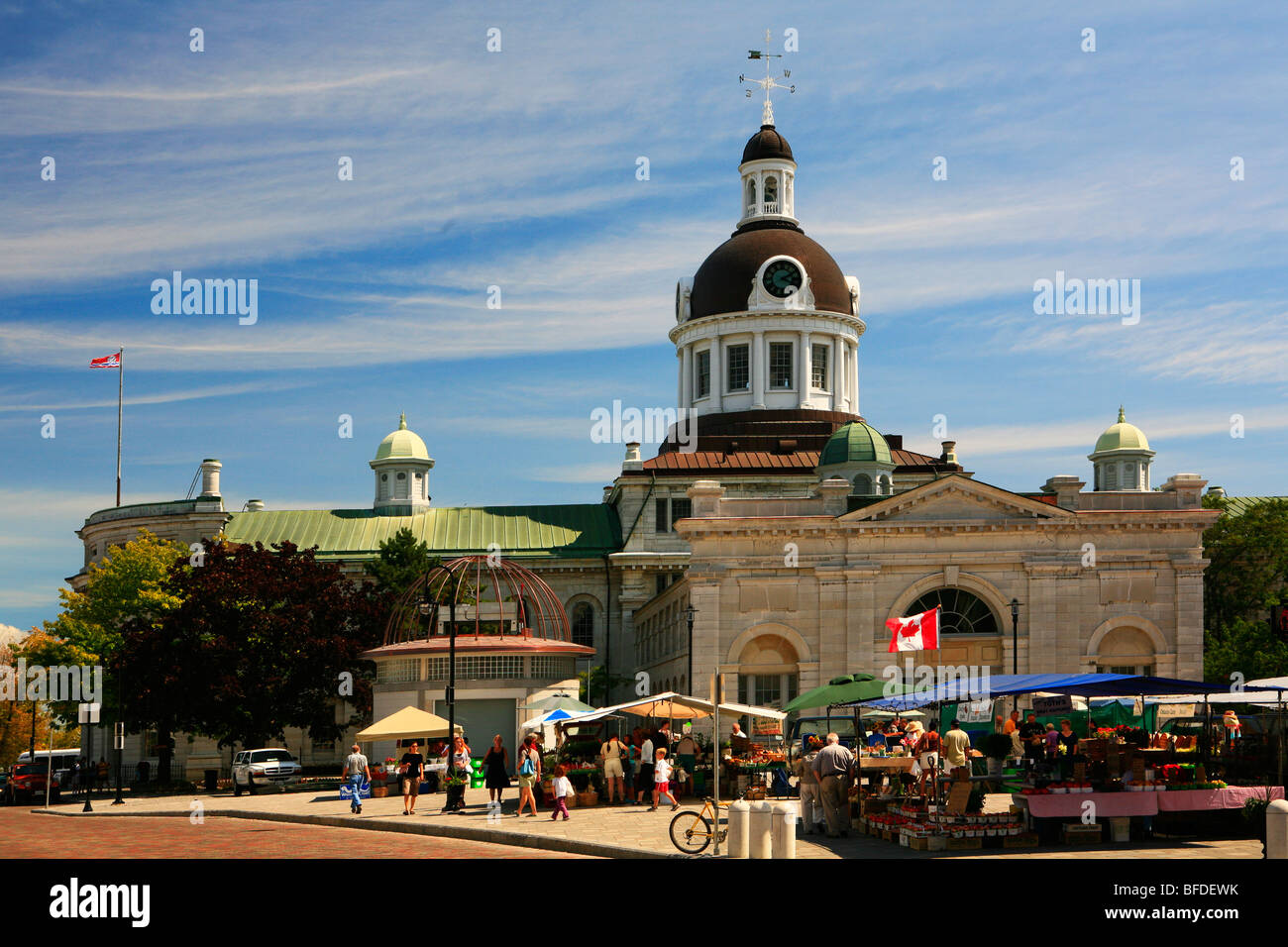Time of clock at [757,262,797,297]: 2:18
